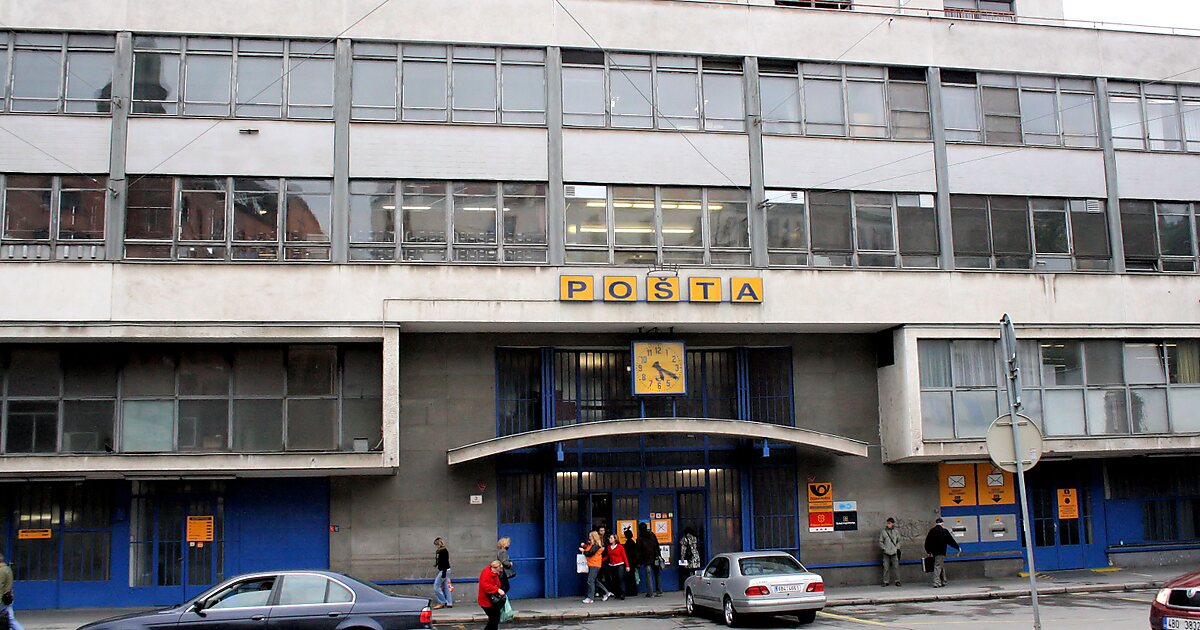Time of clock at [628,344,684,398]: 5:19
